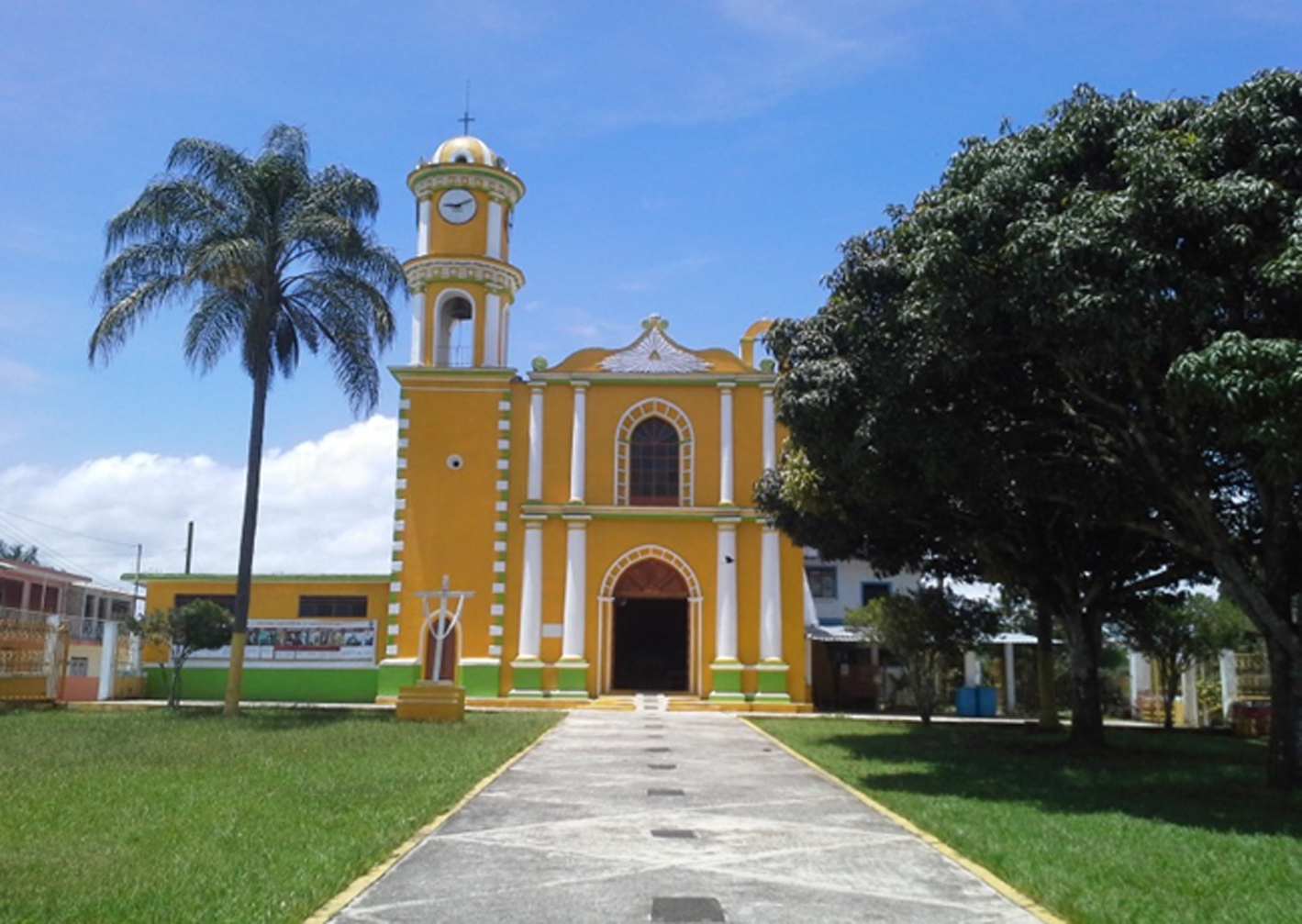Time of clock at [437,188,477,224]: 9:10
